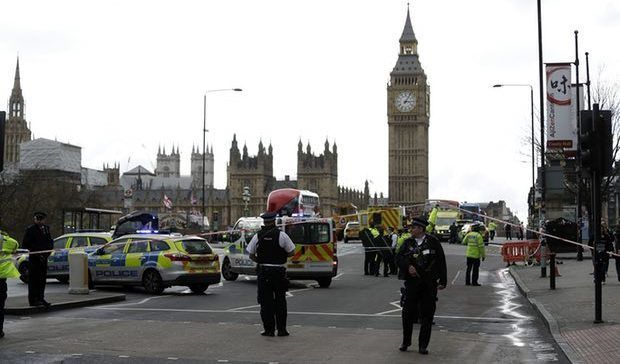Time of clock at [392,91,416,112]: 3:05
